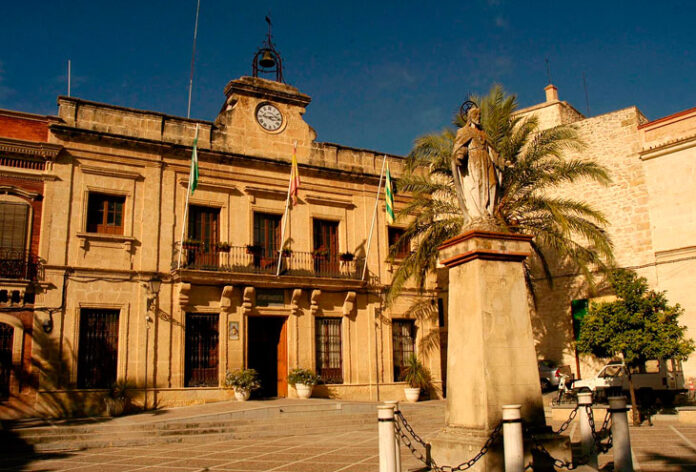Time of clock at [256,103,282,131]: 9:12
